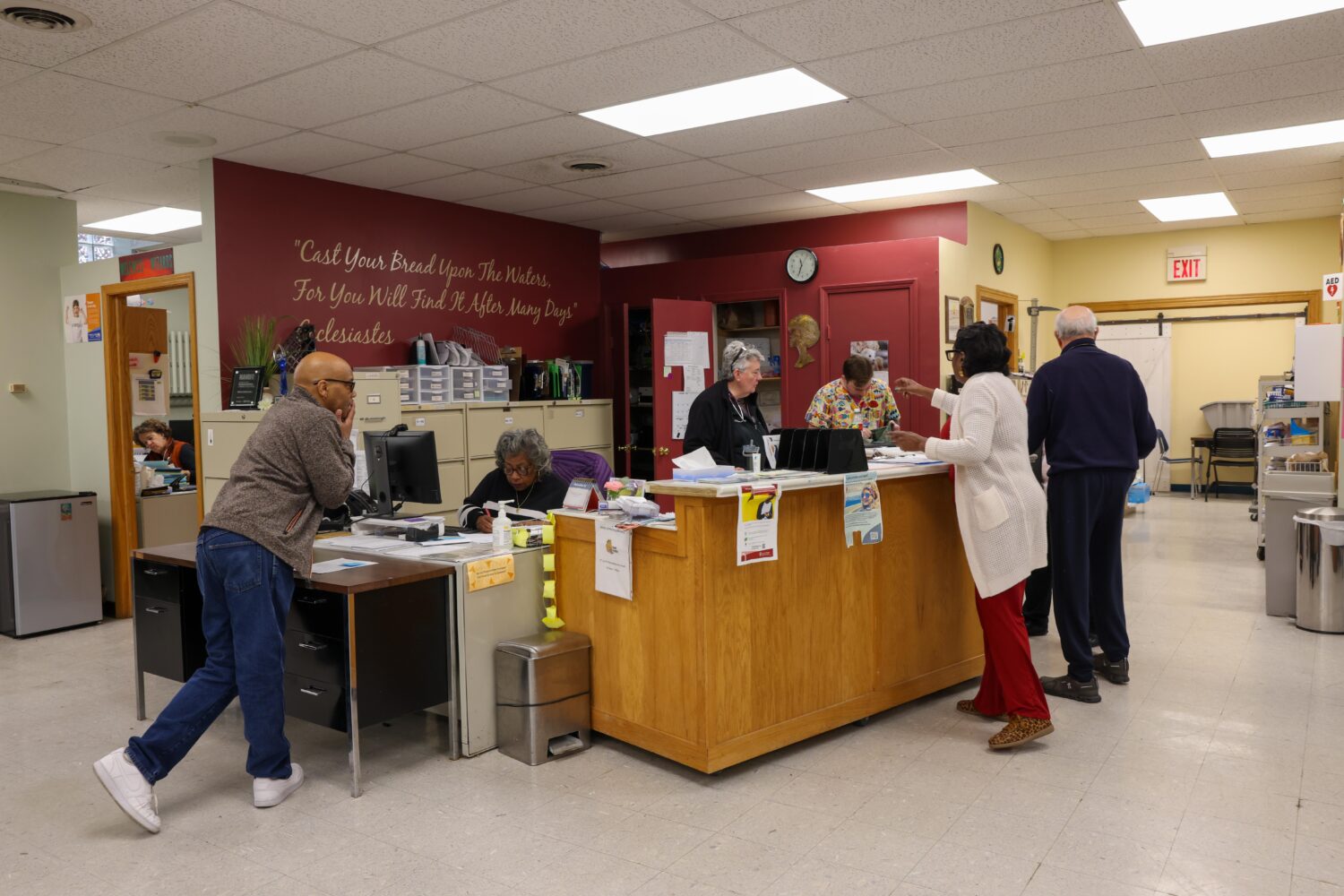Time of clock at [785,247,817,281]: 11:33
